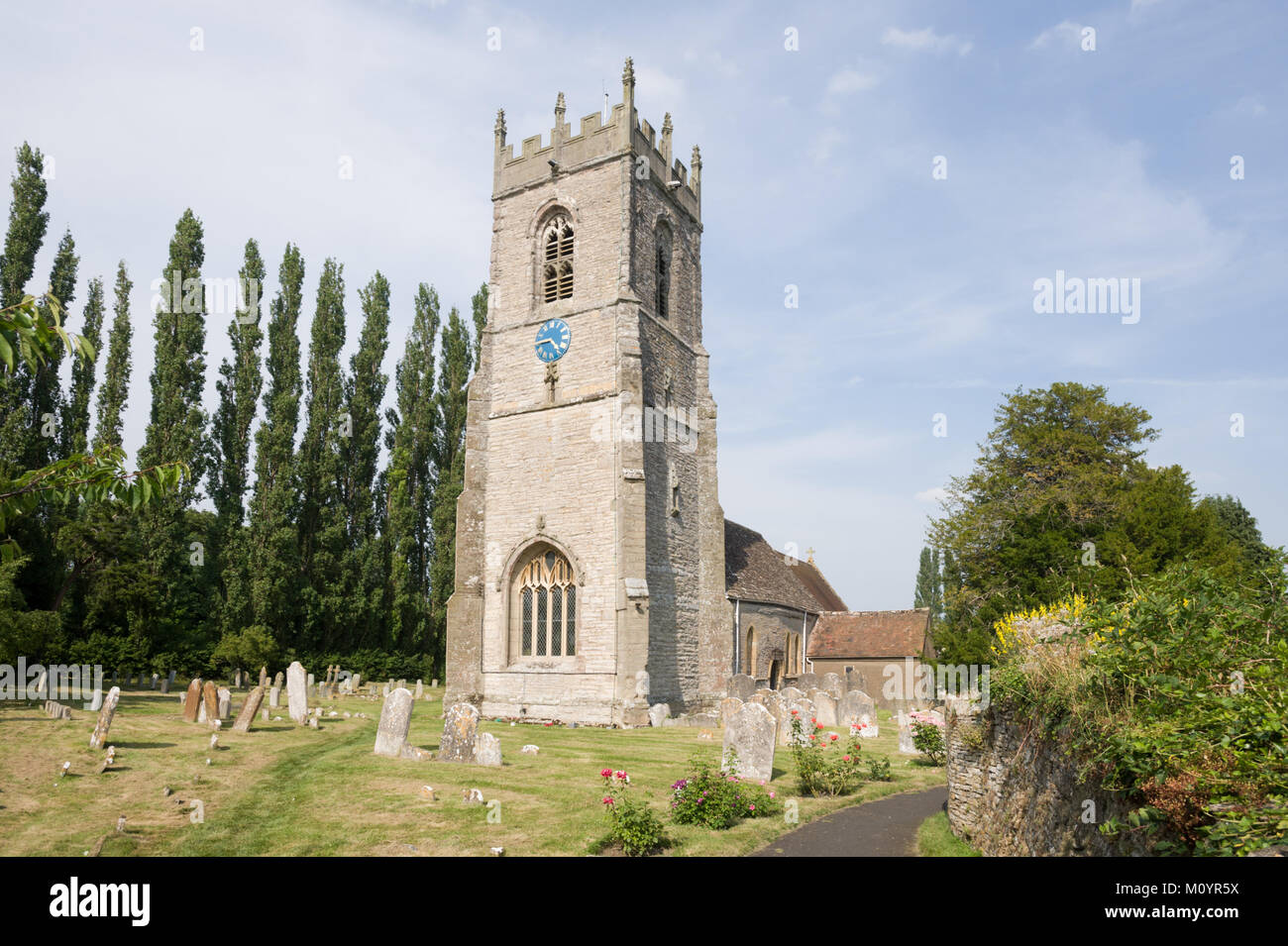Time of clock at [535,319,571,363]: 4:44
